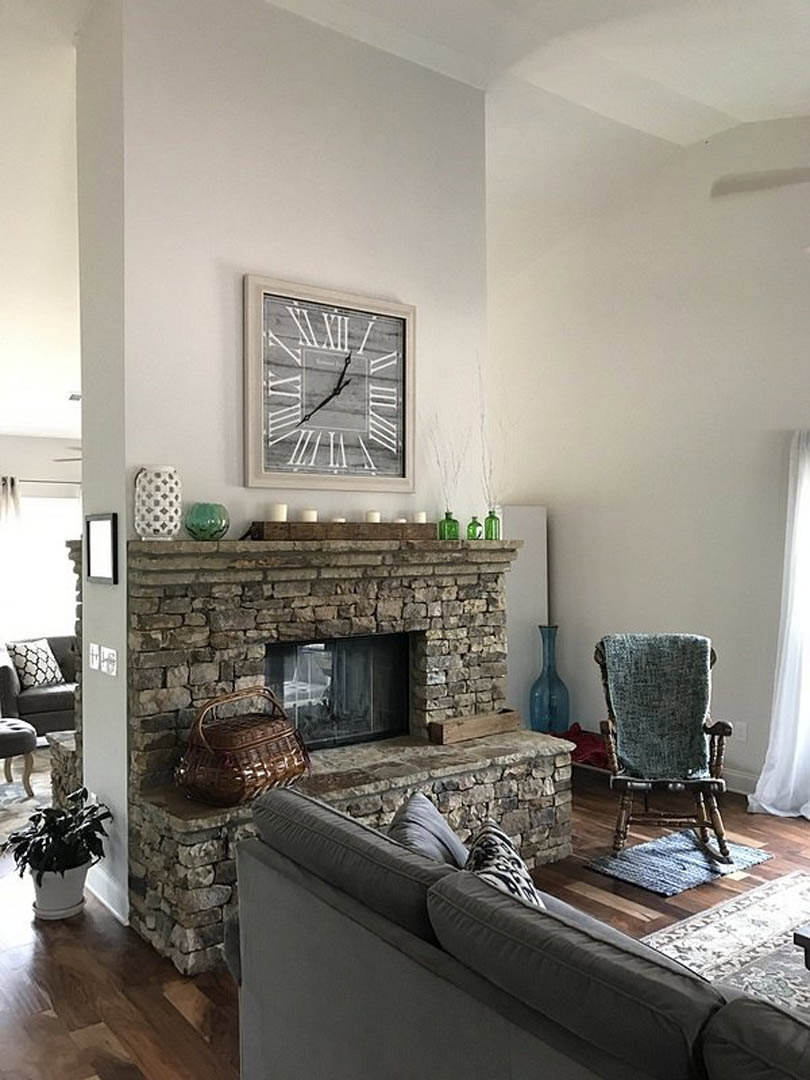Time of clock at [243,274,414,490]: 12:38
